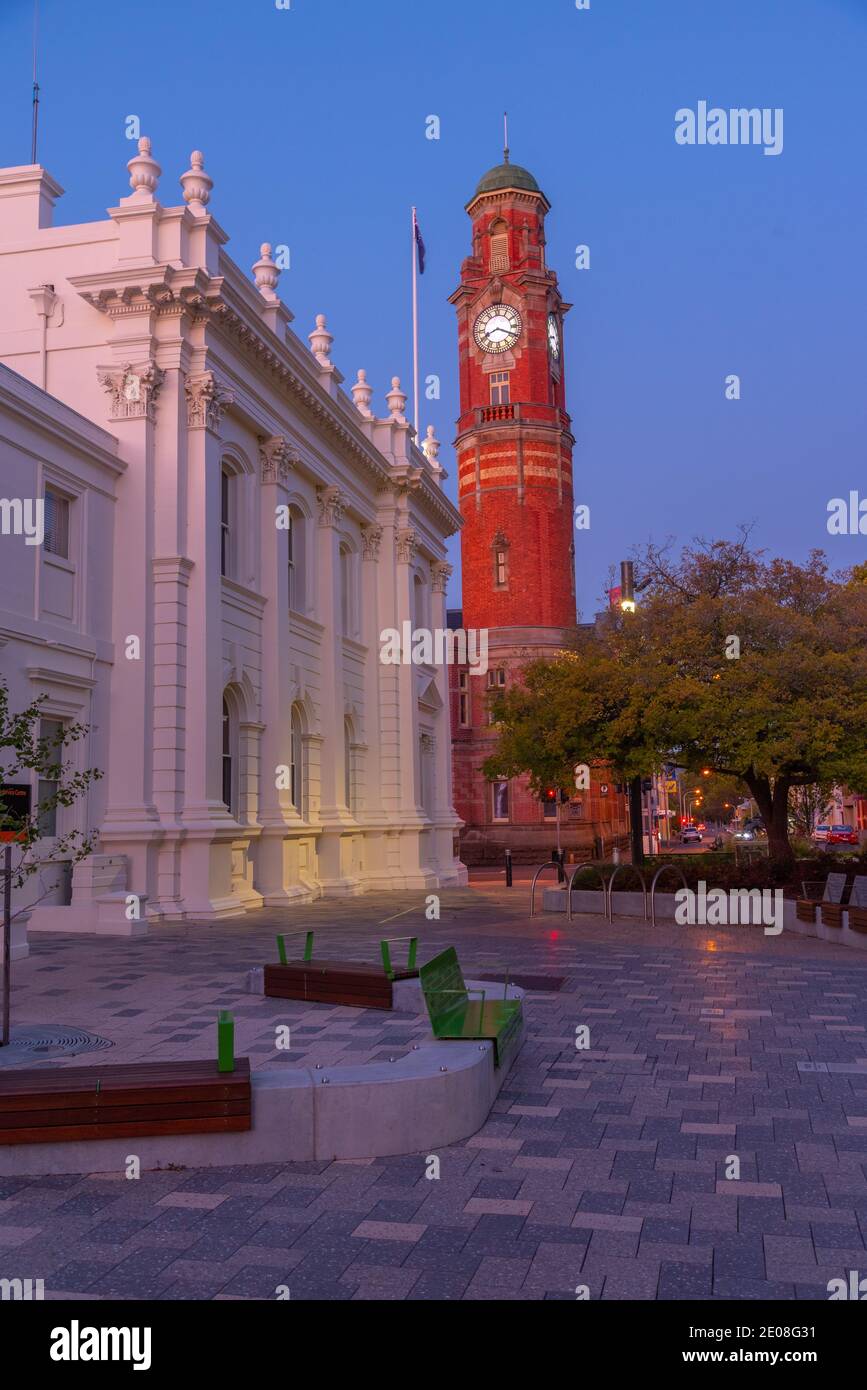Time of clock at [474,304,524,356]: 8:19
